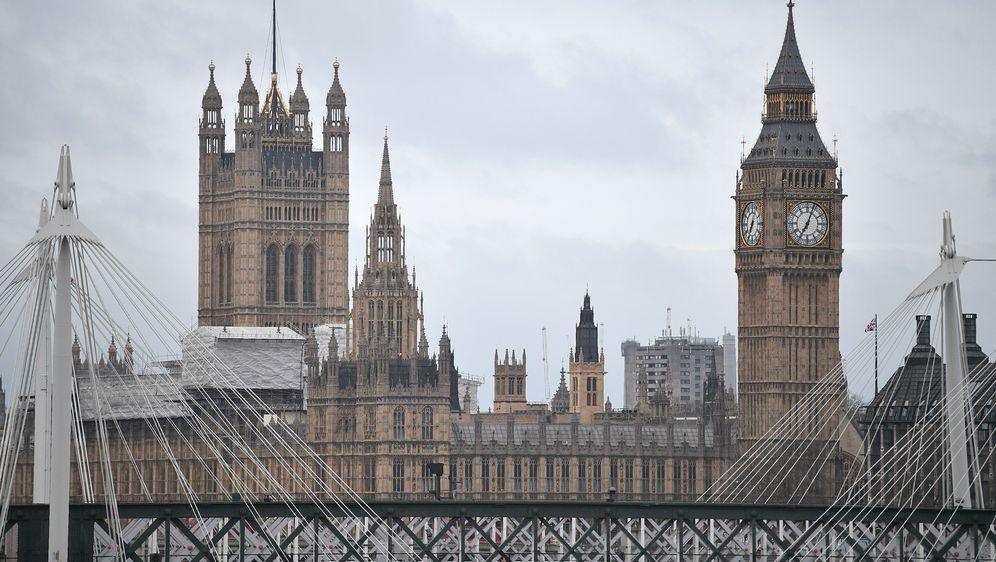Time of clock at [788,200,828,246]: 7:03
